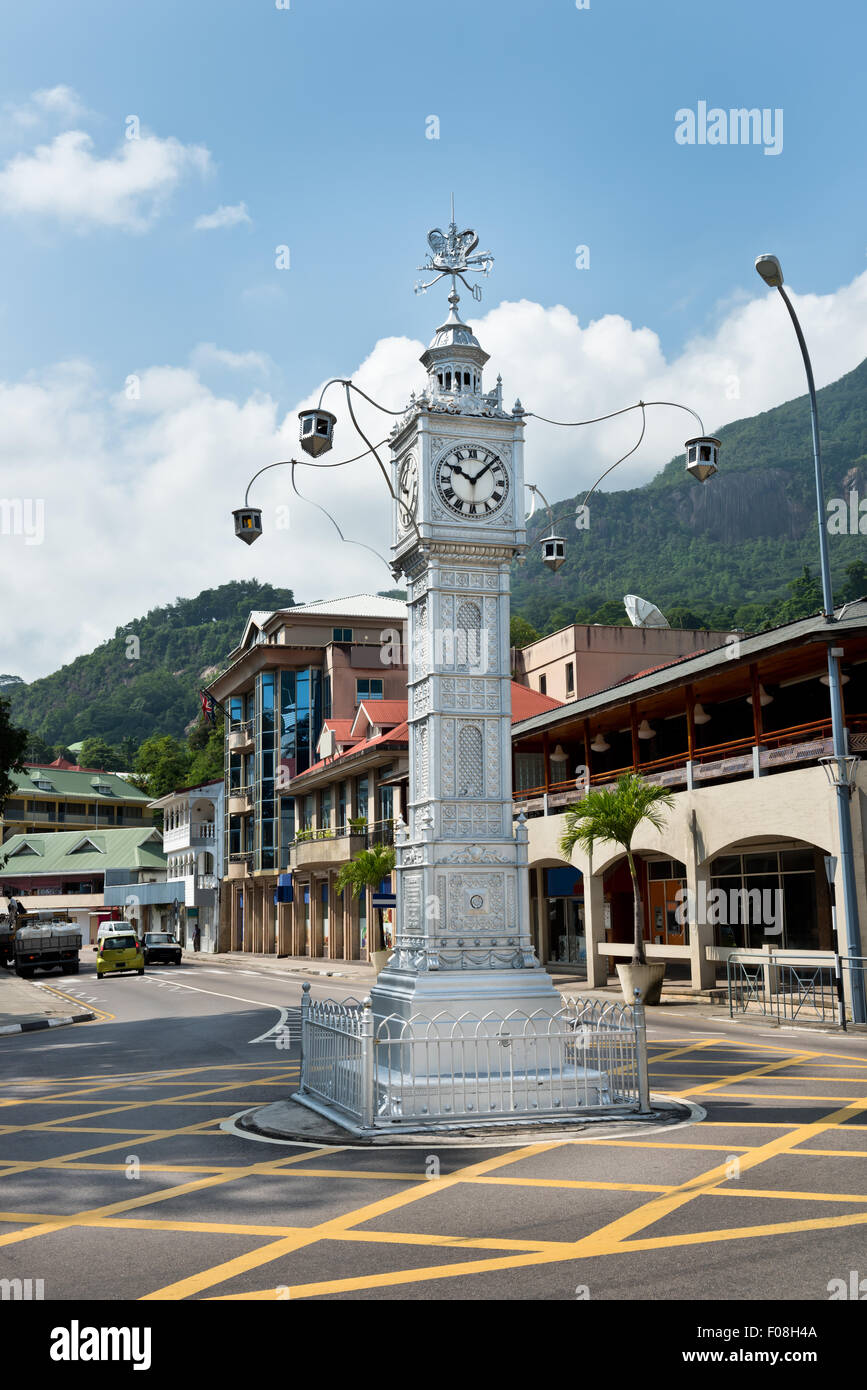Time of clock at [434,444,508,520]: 10:07
